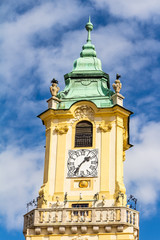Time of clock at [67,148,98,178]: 1:36
